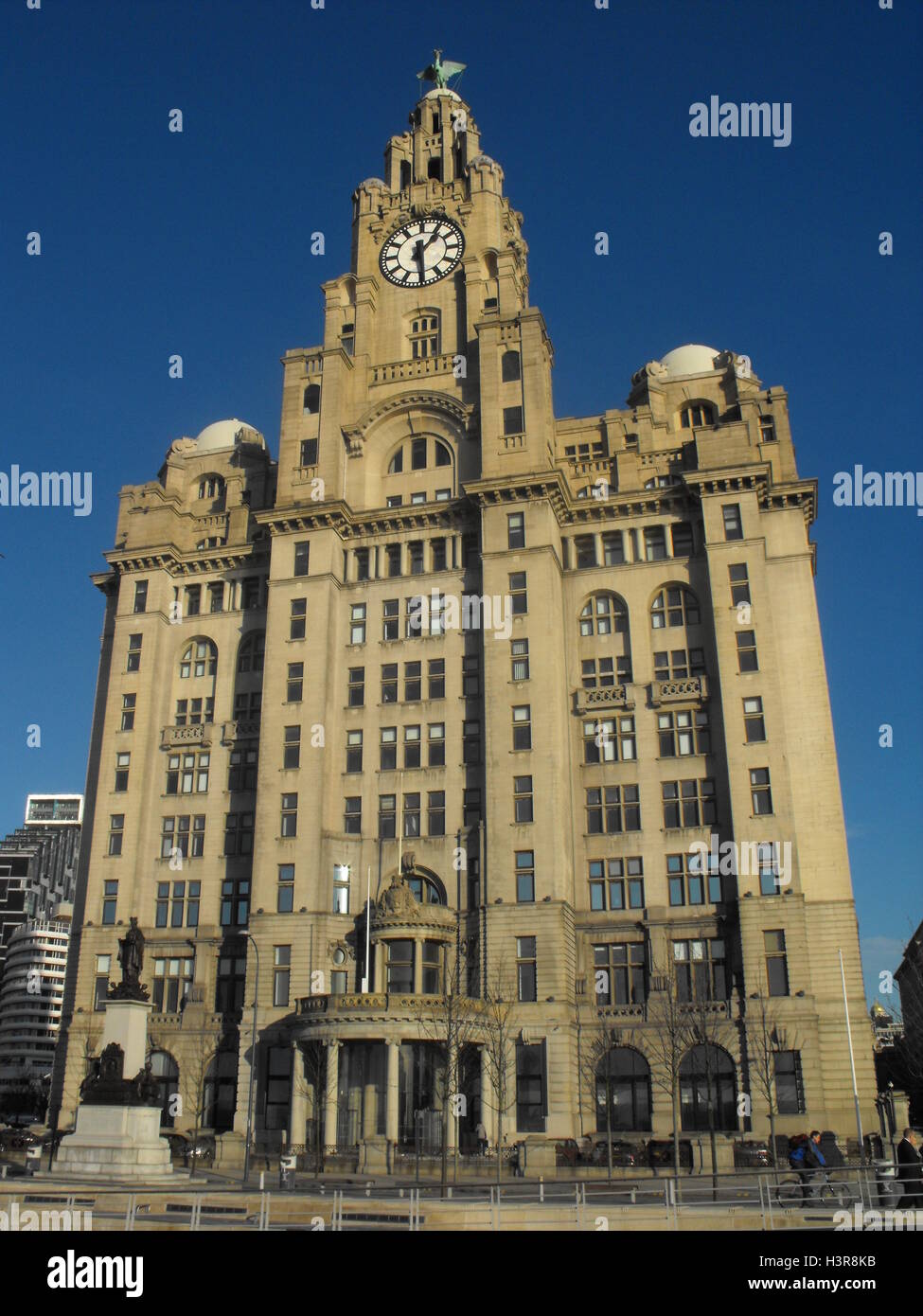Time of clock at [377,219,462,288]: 1:28
